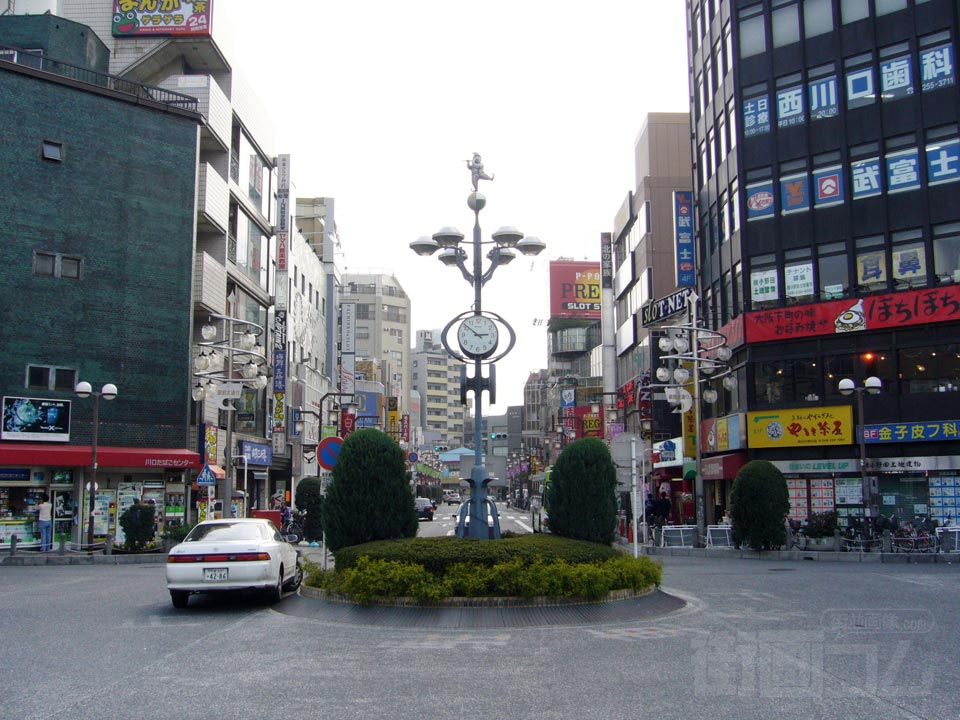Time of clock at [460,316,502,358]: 2:51
